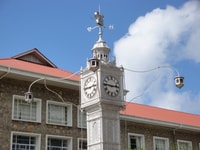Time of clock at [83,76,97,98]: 2:45
